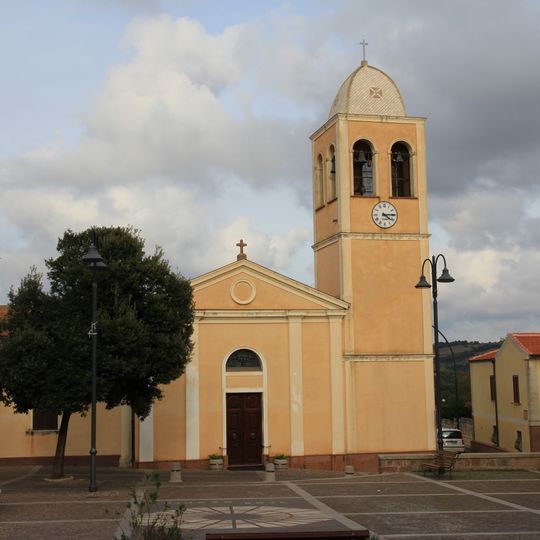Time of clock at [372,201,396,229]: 4:14
